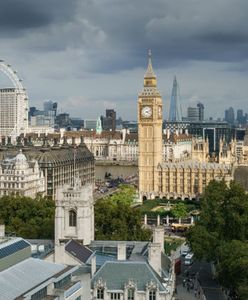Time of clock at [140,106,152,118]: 4:12
